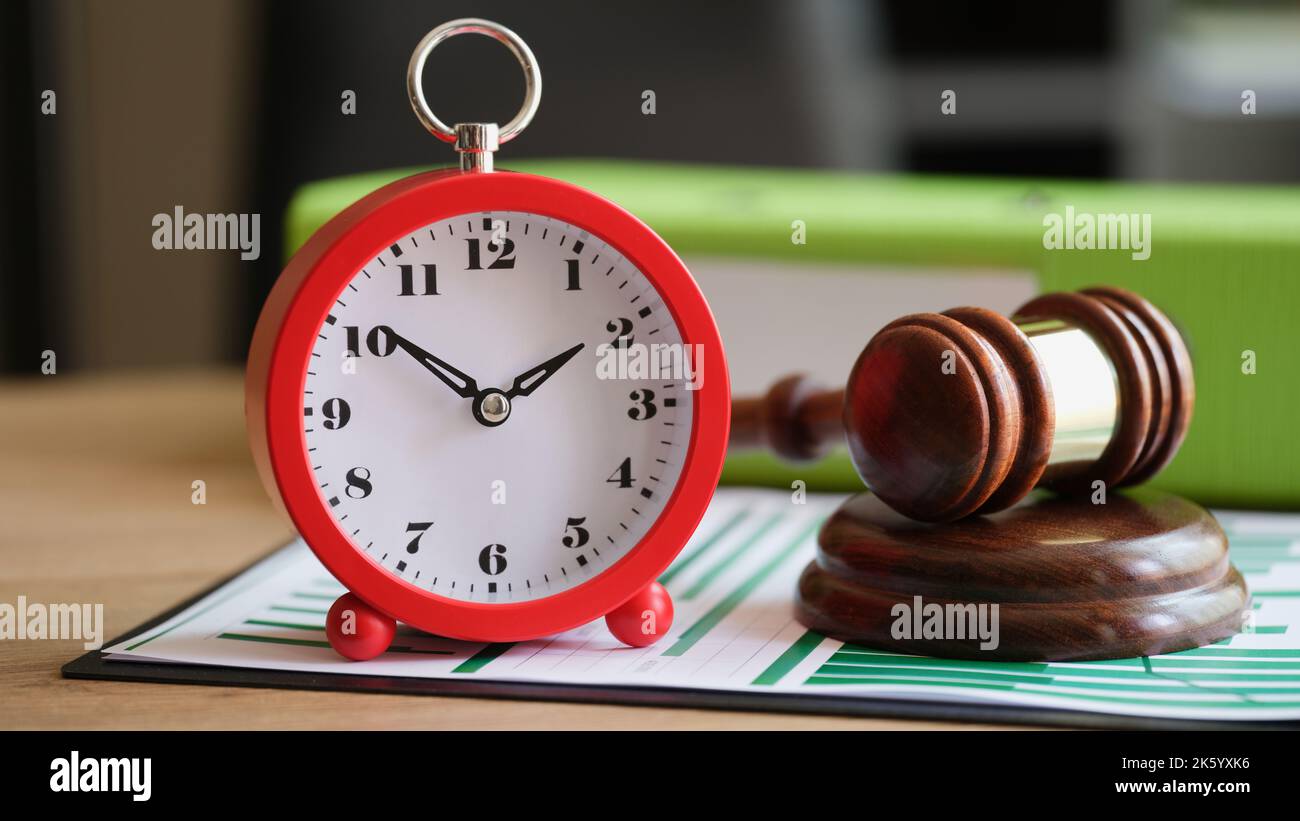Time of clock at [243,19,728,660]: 1:50
